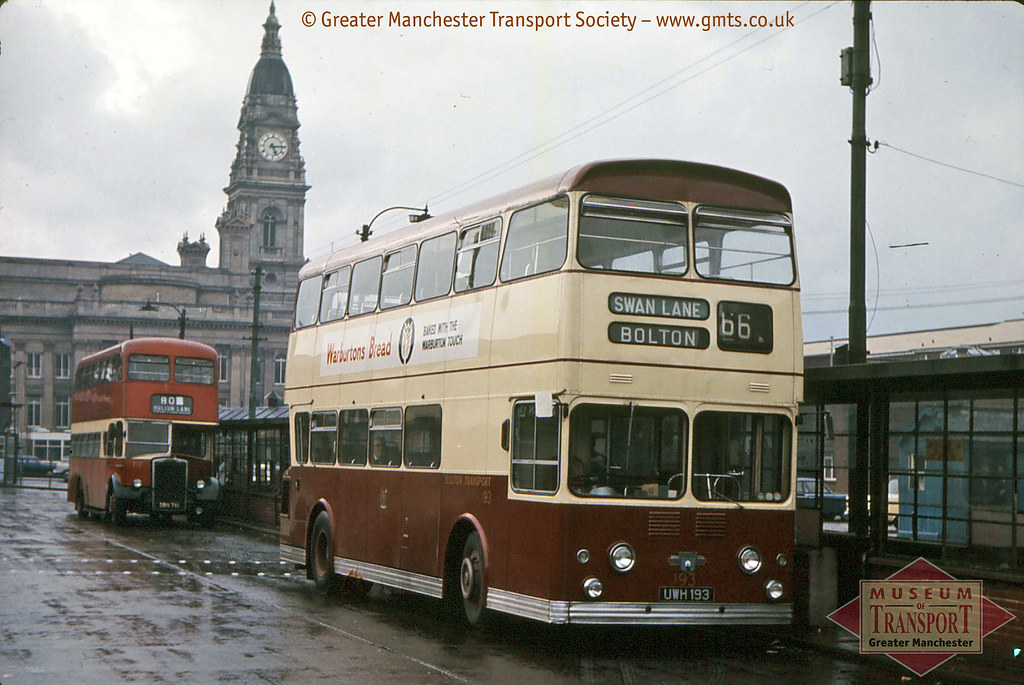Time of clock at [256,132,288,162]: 5:14
